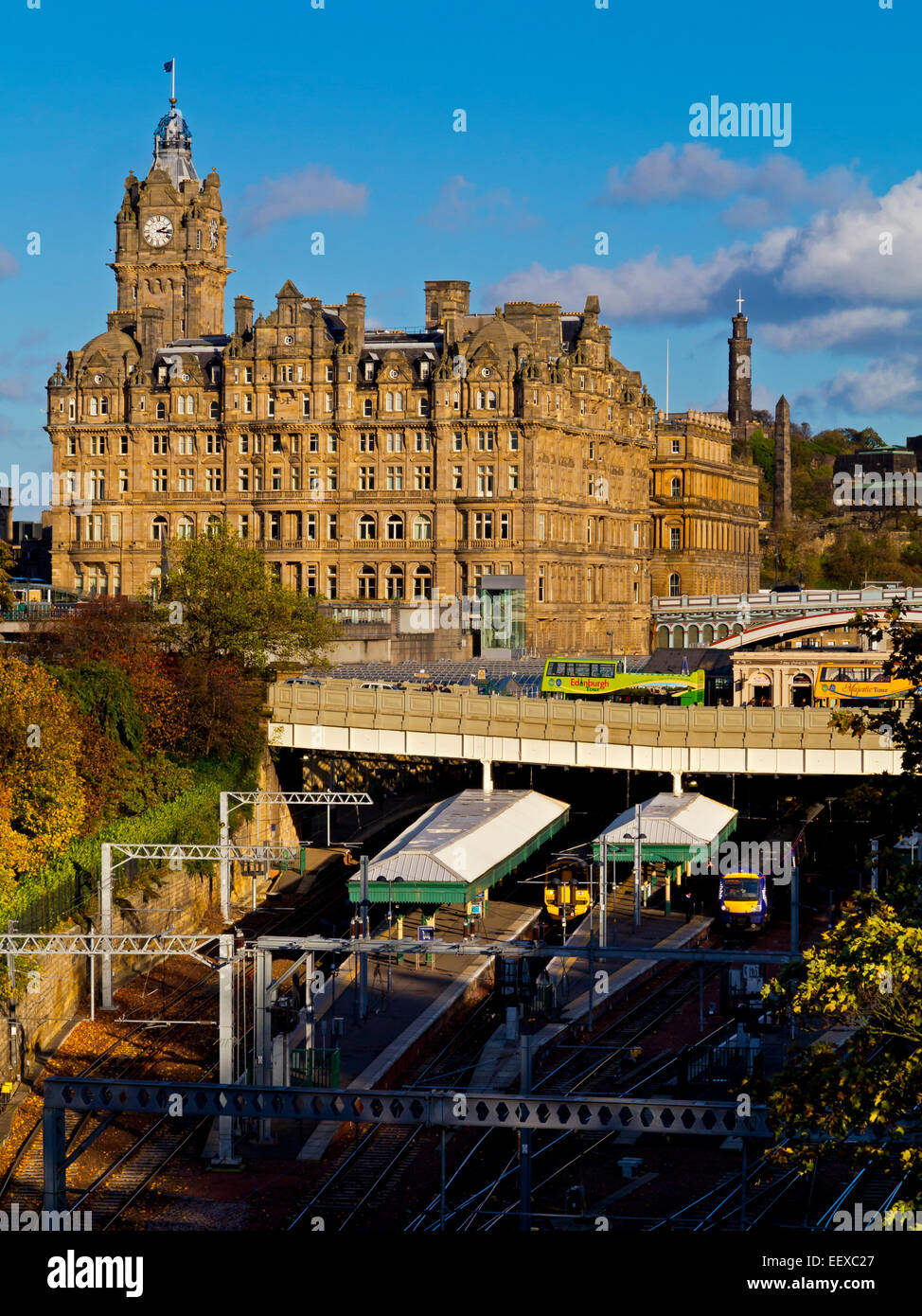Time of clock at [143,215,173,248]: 2:16
